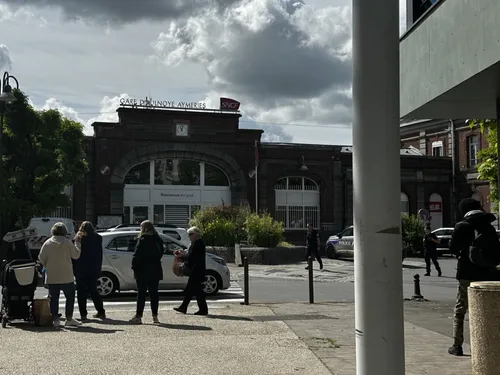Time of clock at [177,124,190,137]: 11:02
